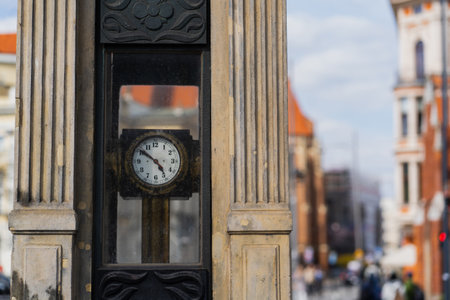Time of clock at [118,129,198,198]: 4:51
